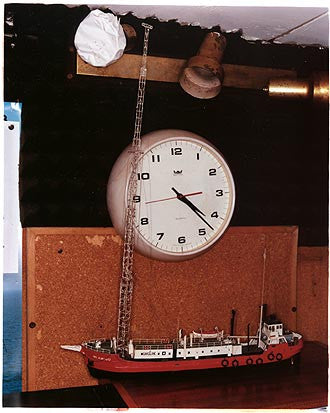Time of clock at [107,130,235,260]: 4:22
